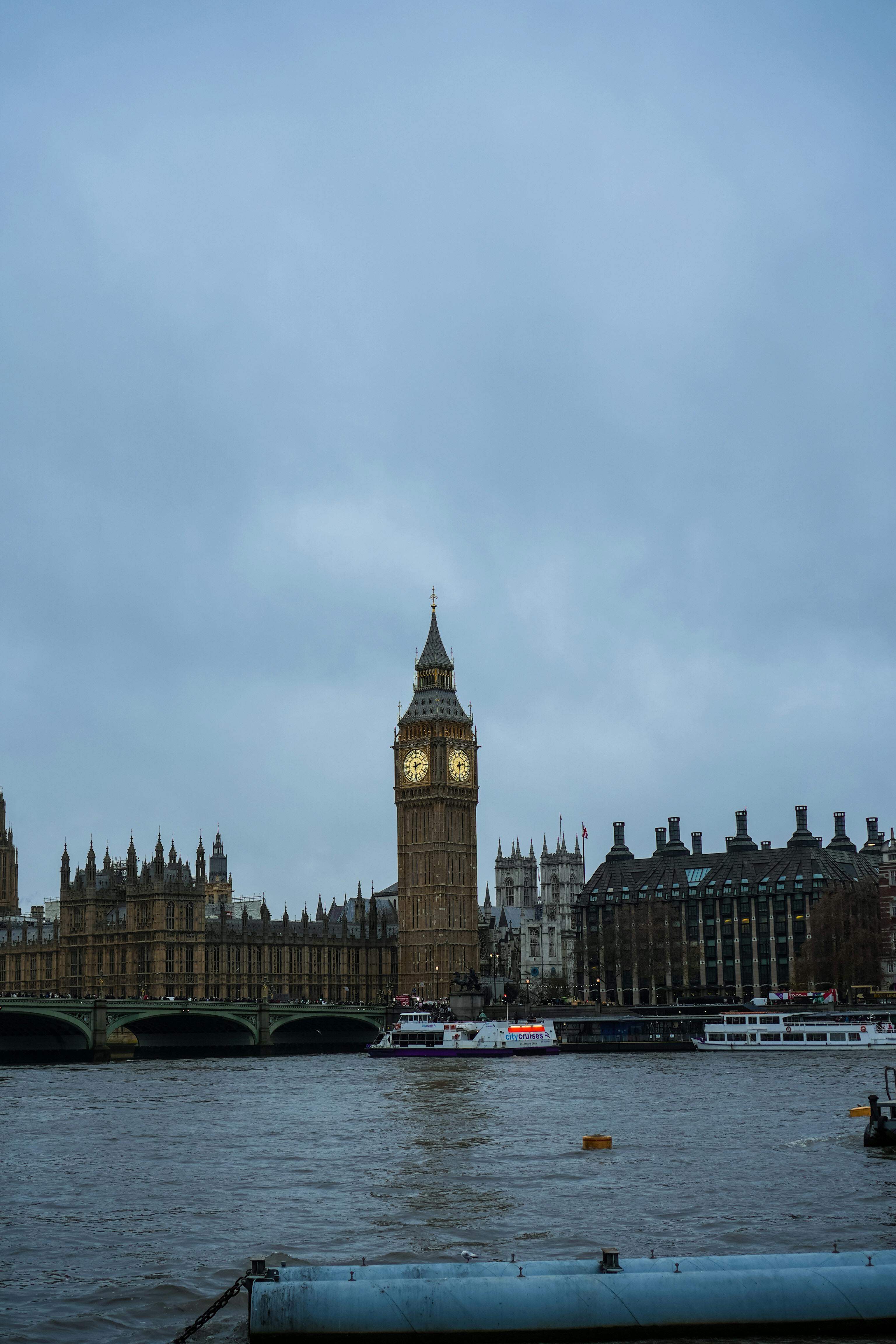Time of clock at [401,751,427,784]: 2:29
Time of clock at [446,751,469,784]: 2:29
